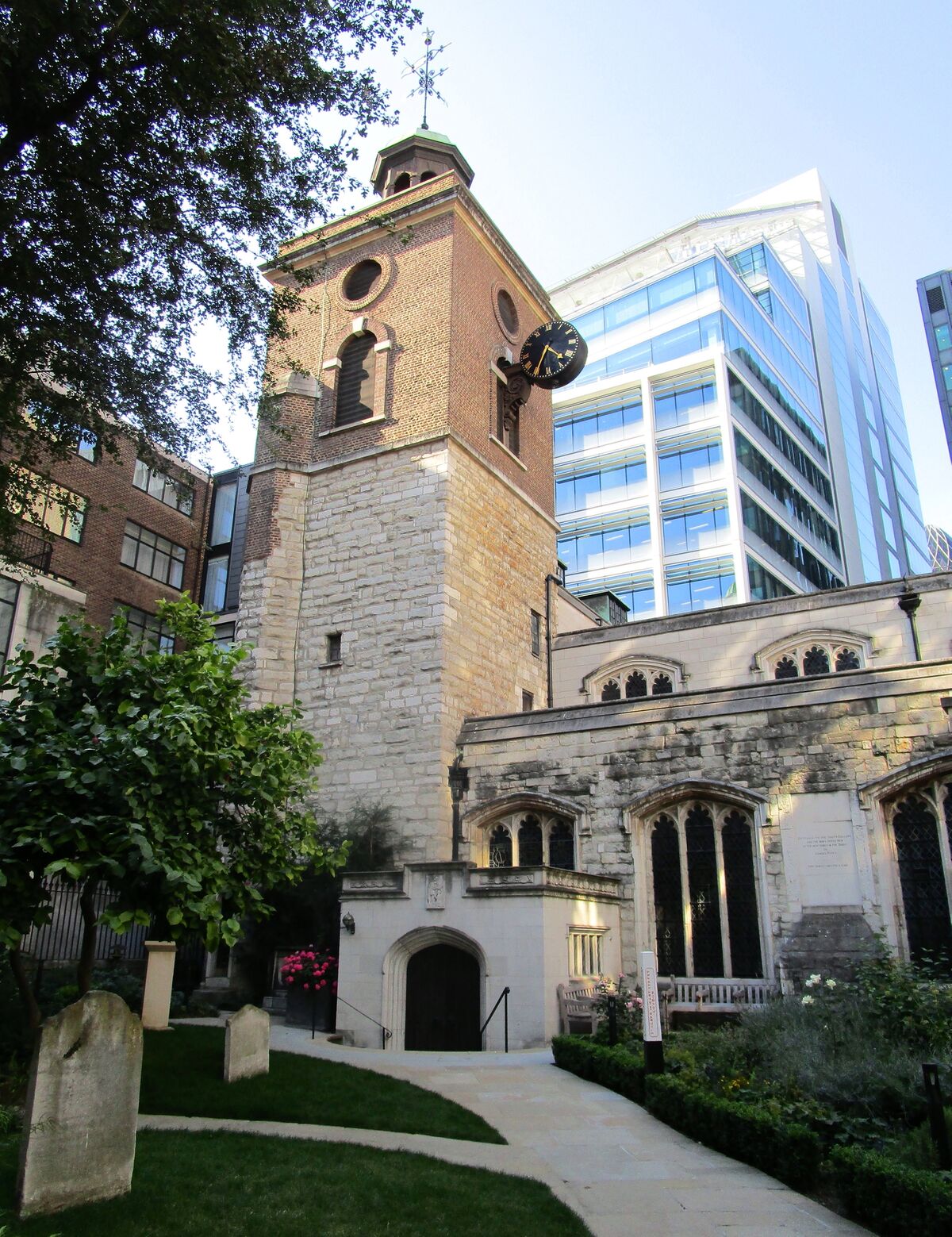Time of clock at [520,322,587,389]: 4:34
